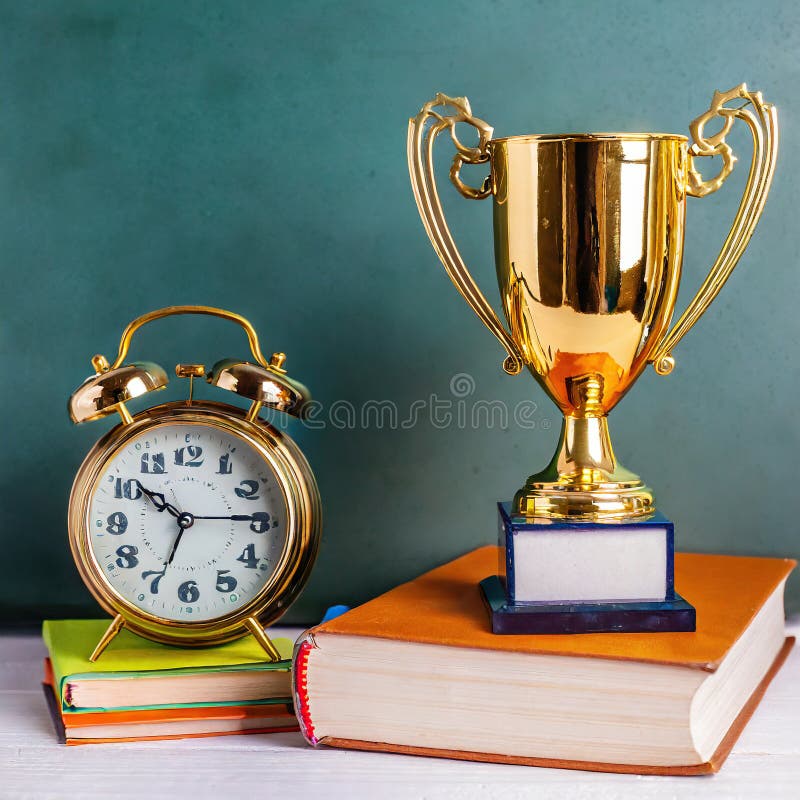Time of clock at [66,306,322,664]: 10:14
